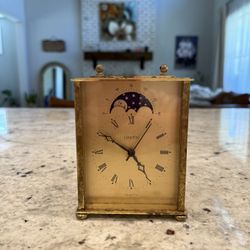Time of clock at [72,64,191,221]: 4:49
